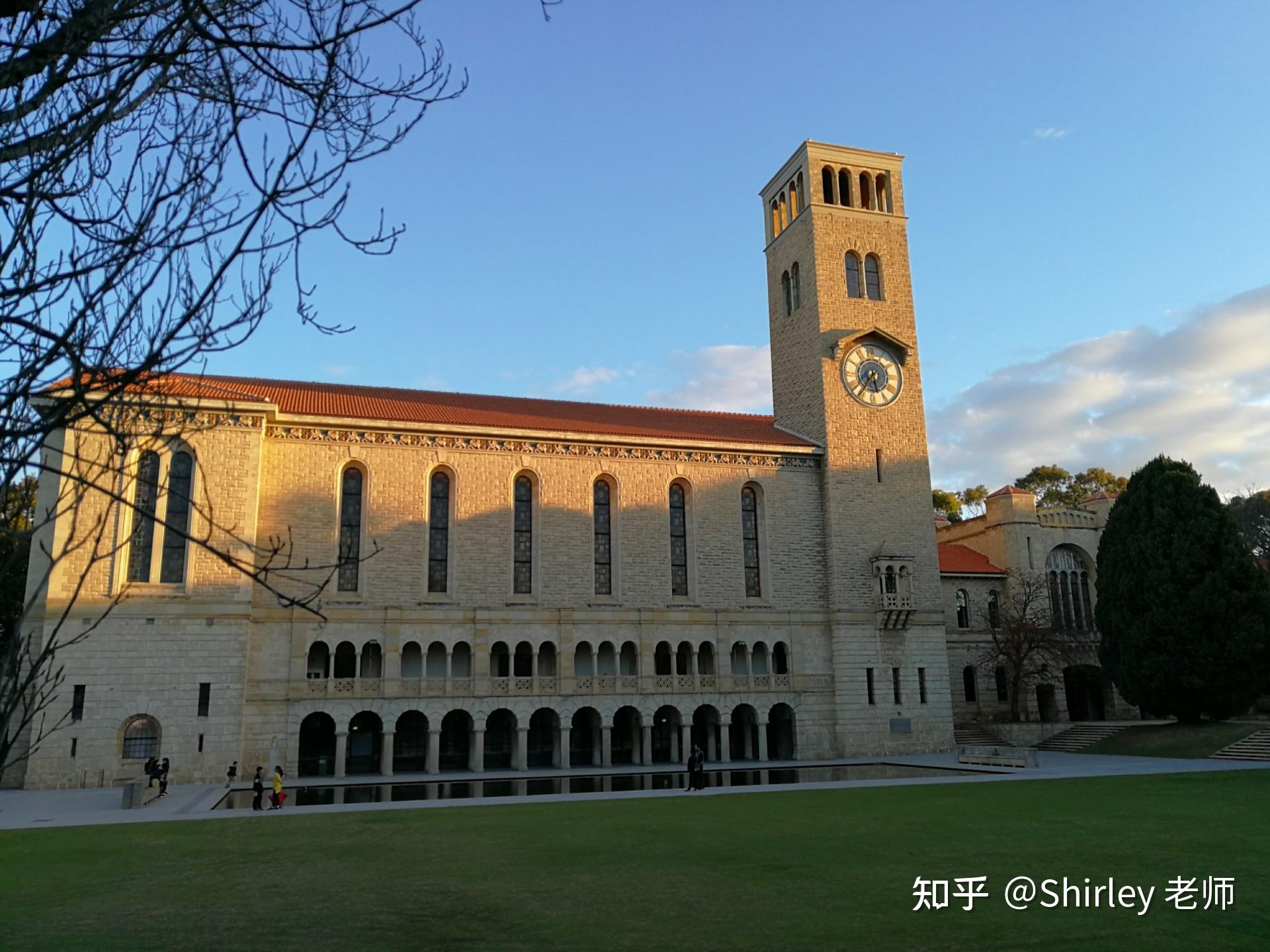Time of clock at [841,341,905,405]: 5:36
